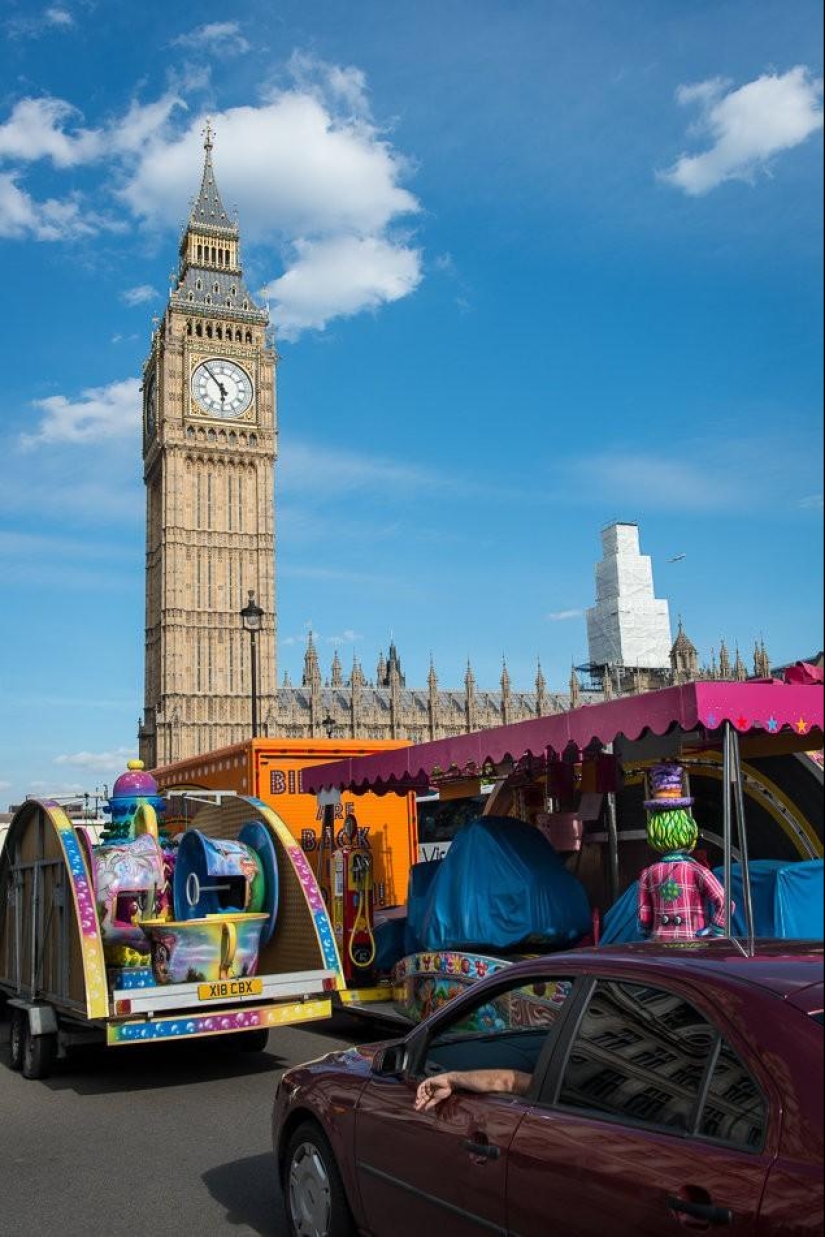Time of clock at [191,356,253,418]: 5:53
